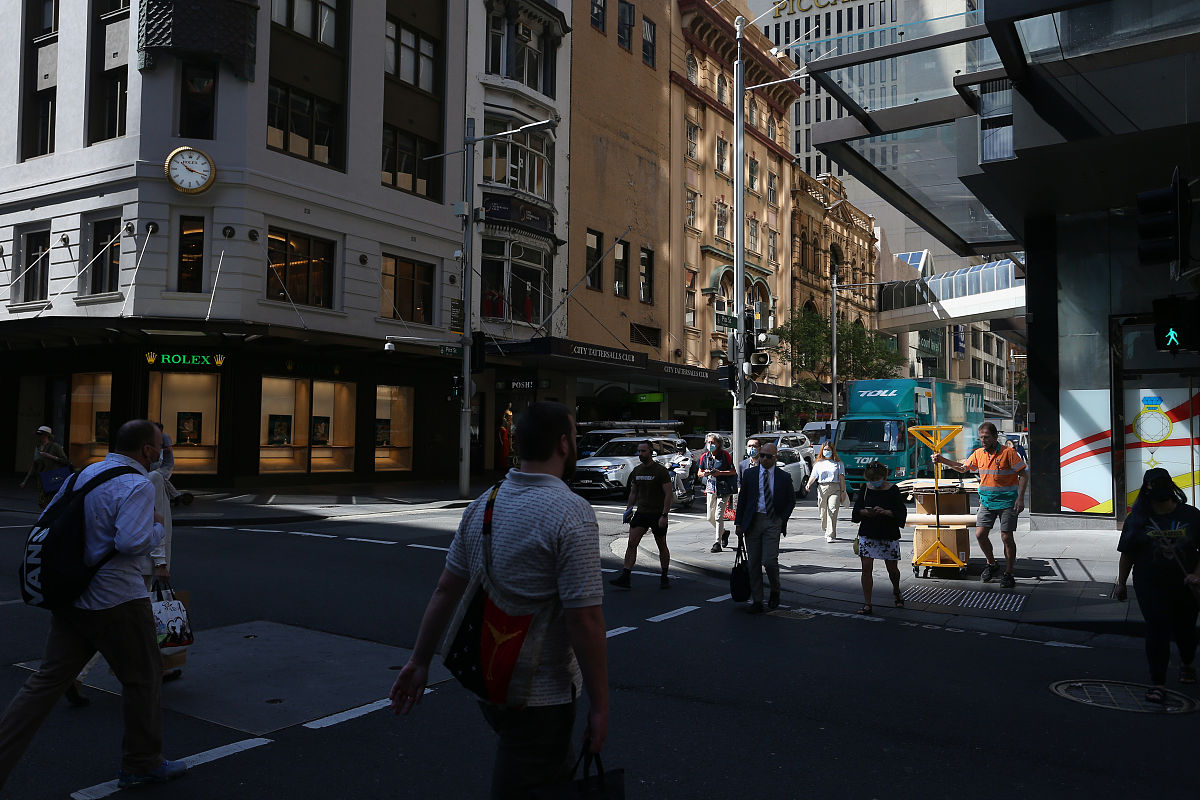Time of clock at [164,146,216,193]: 10:17
